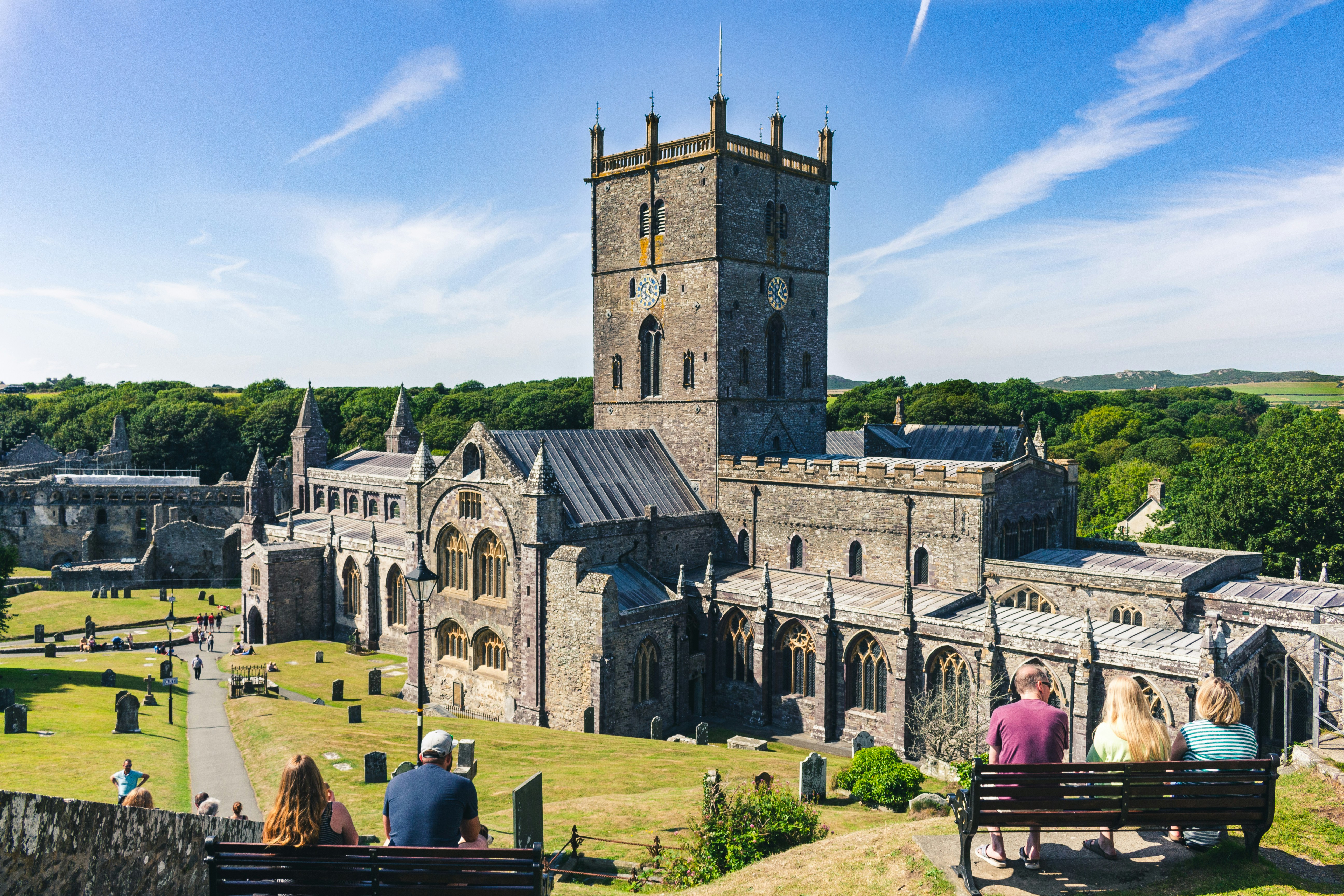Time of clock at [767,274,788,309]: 4:04
